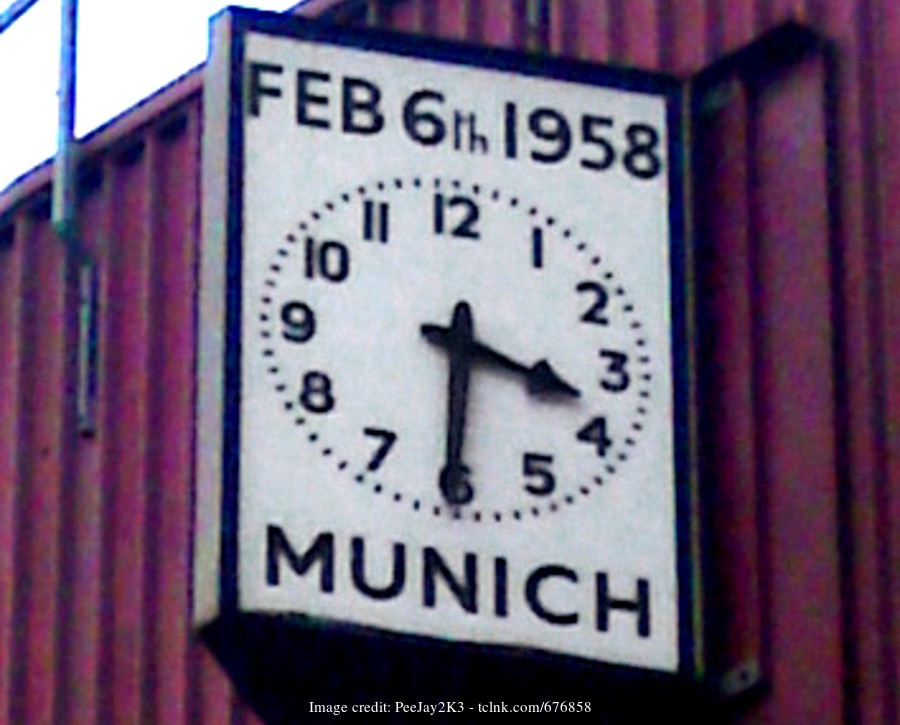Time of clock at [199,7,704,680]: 3:30
